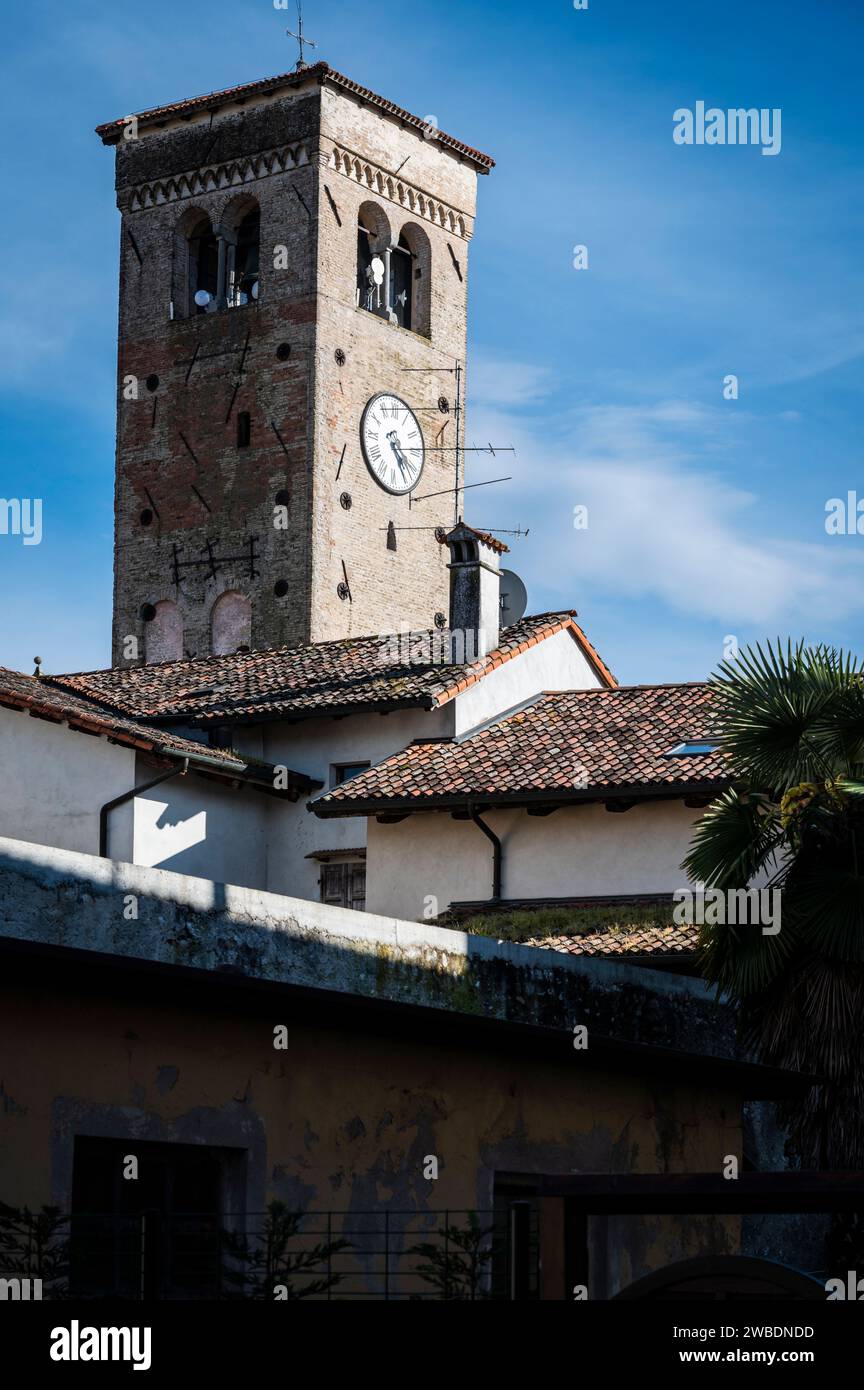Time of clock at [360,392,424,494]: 4:24
